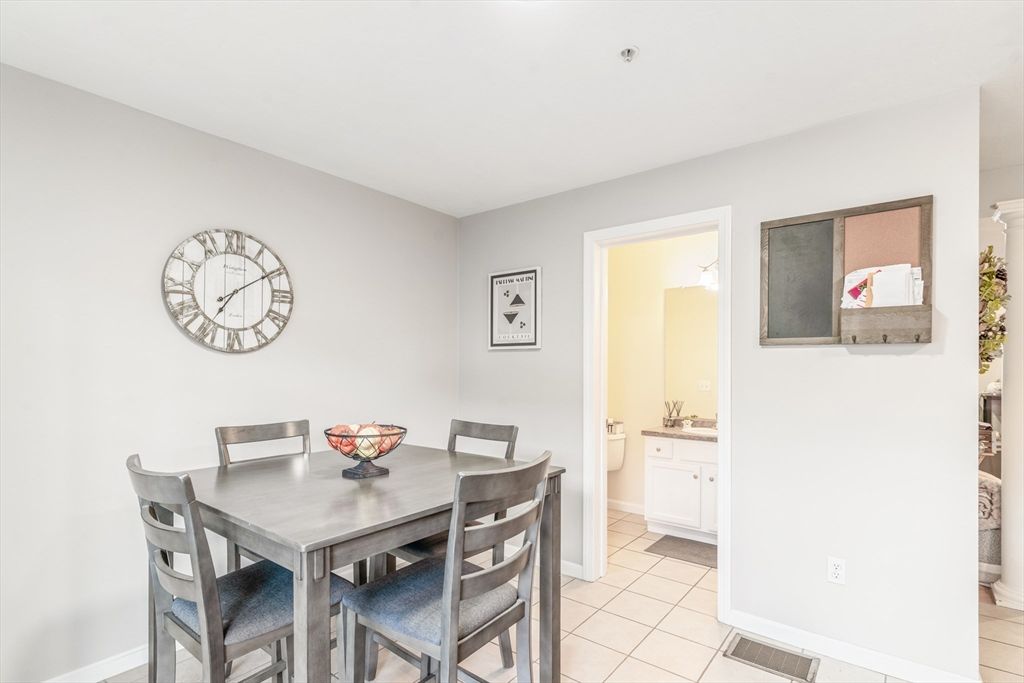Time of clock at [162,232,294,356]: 7:09
